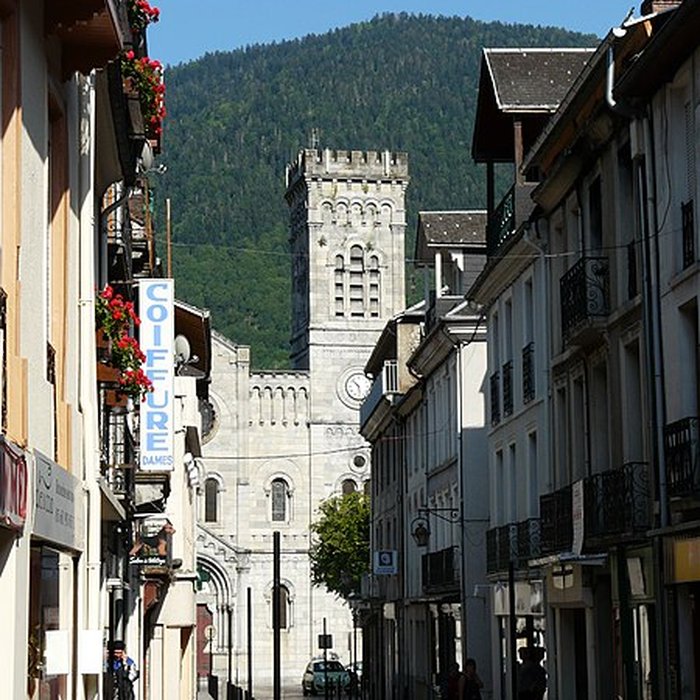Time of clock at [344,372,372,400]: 10:28
